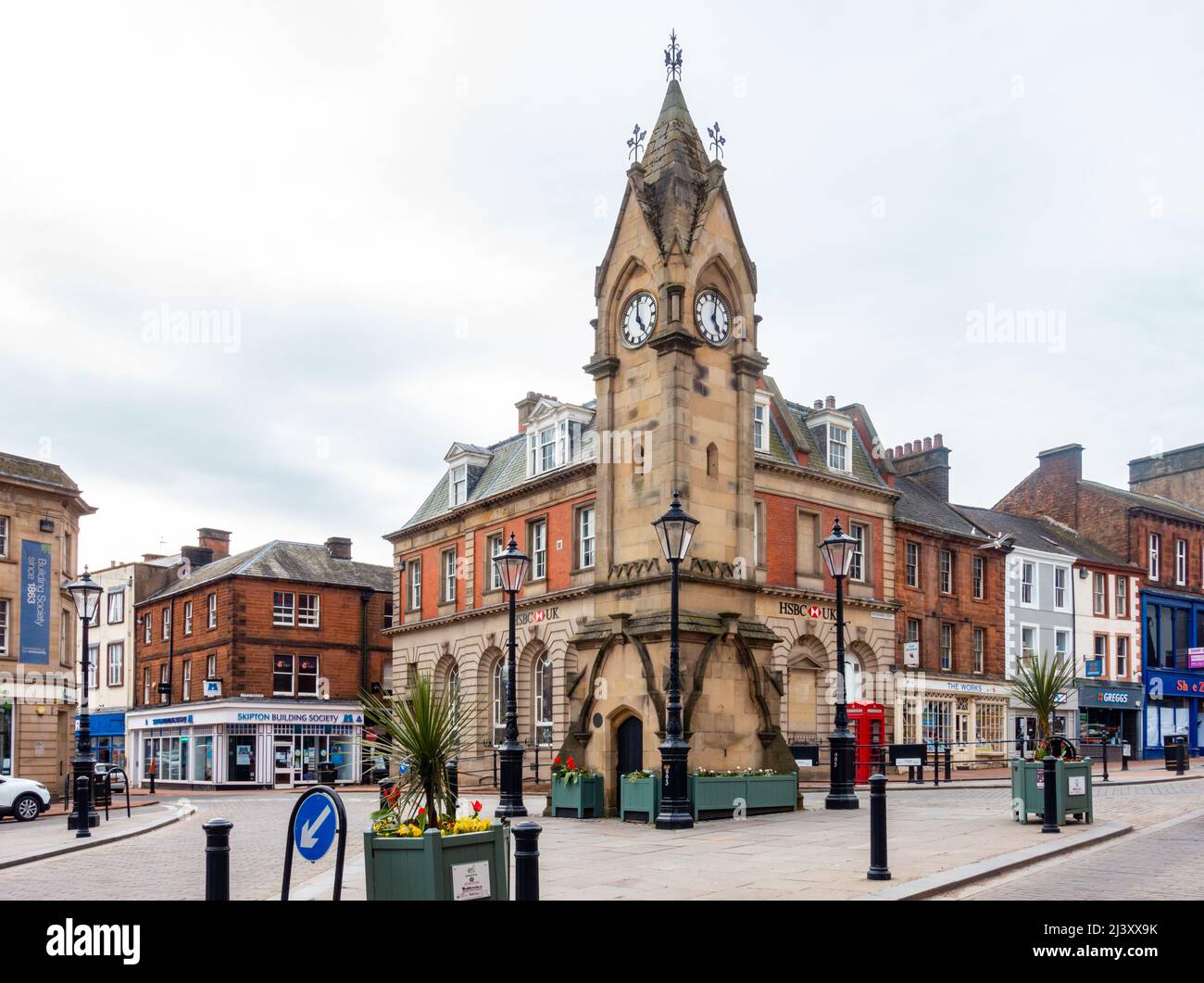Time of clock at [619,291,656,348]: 4:59
